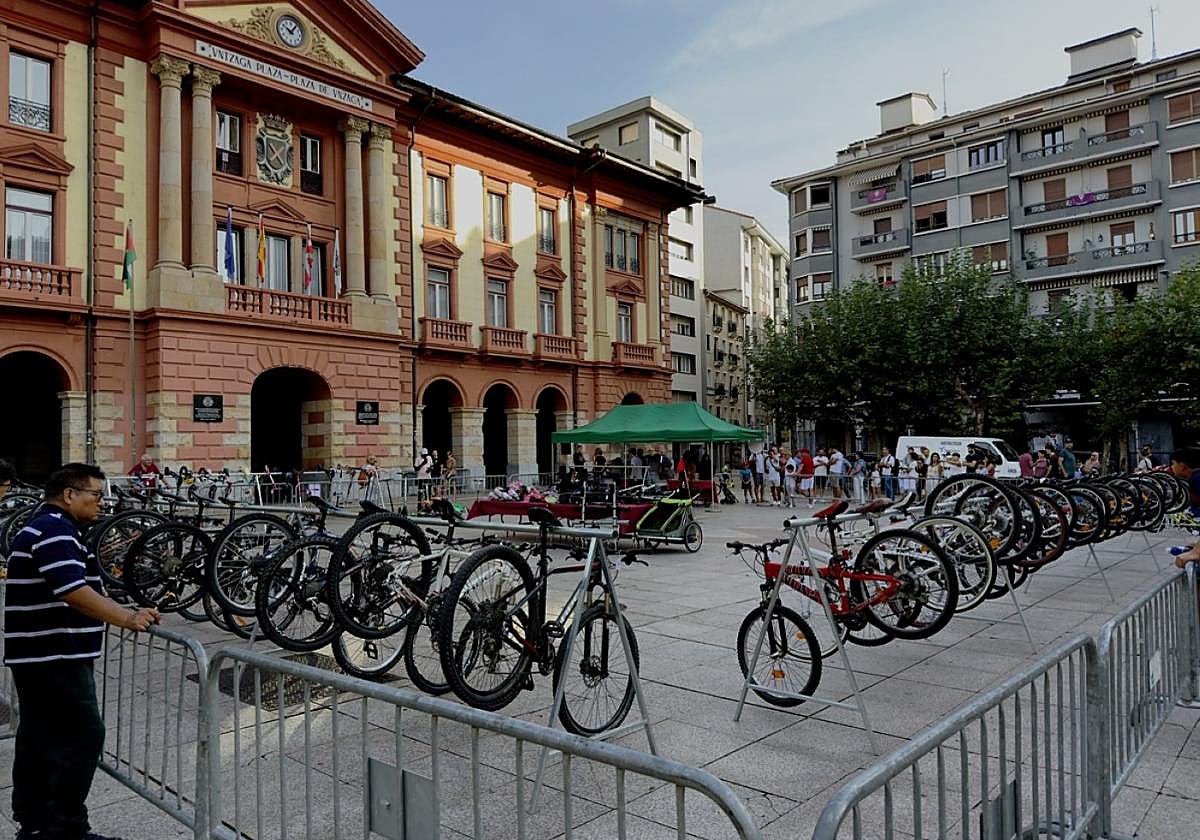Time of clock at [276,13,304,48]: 10:06
